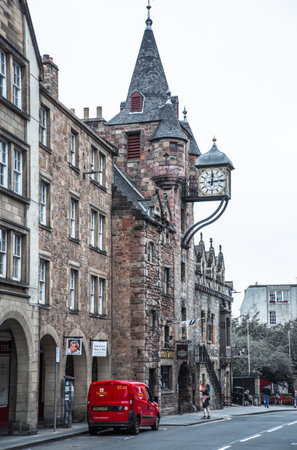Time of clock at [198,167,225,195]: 12:13
